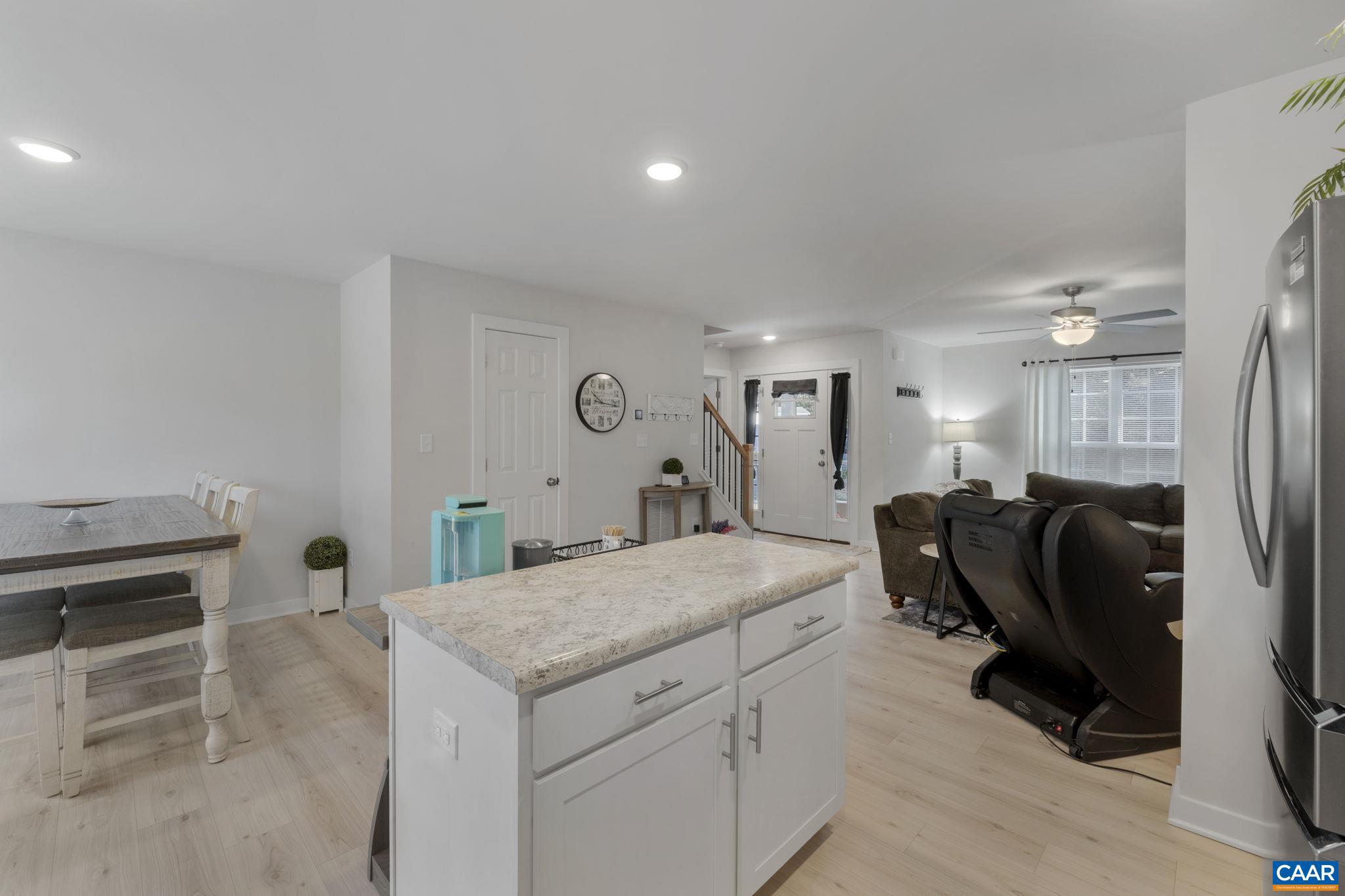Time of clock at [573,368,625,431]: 10:16
